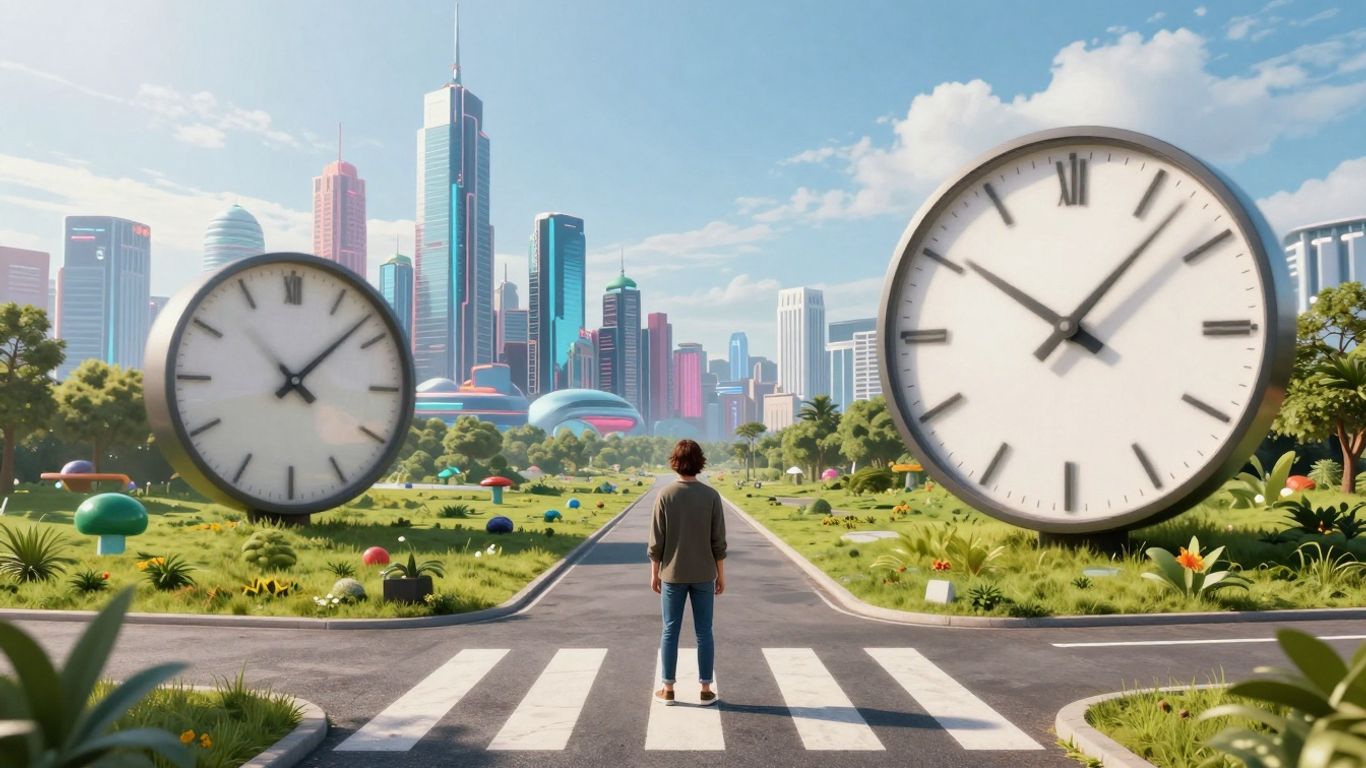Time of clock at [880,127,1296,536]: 10:07
